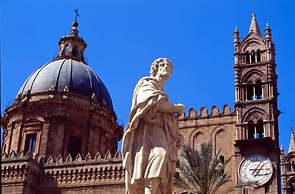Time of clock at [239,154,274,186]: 1:16
